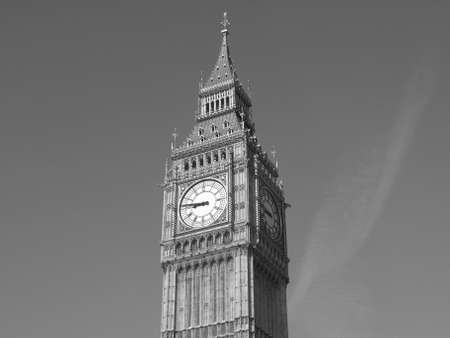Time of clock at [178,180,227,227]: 8:46
